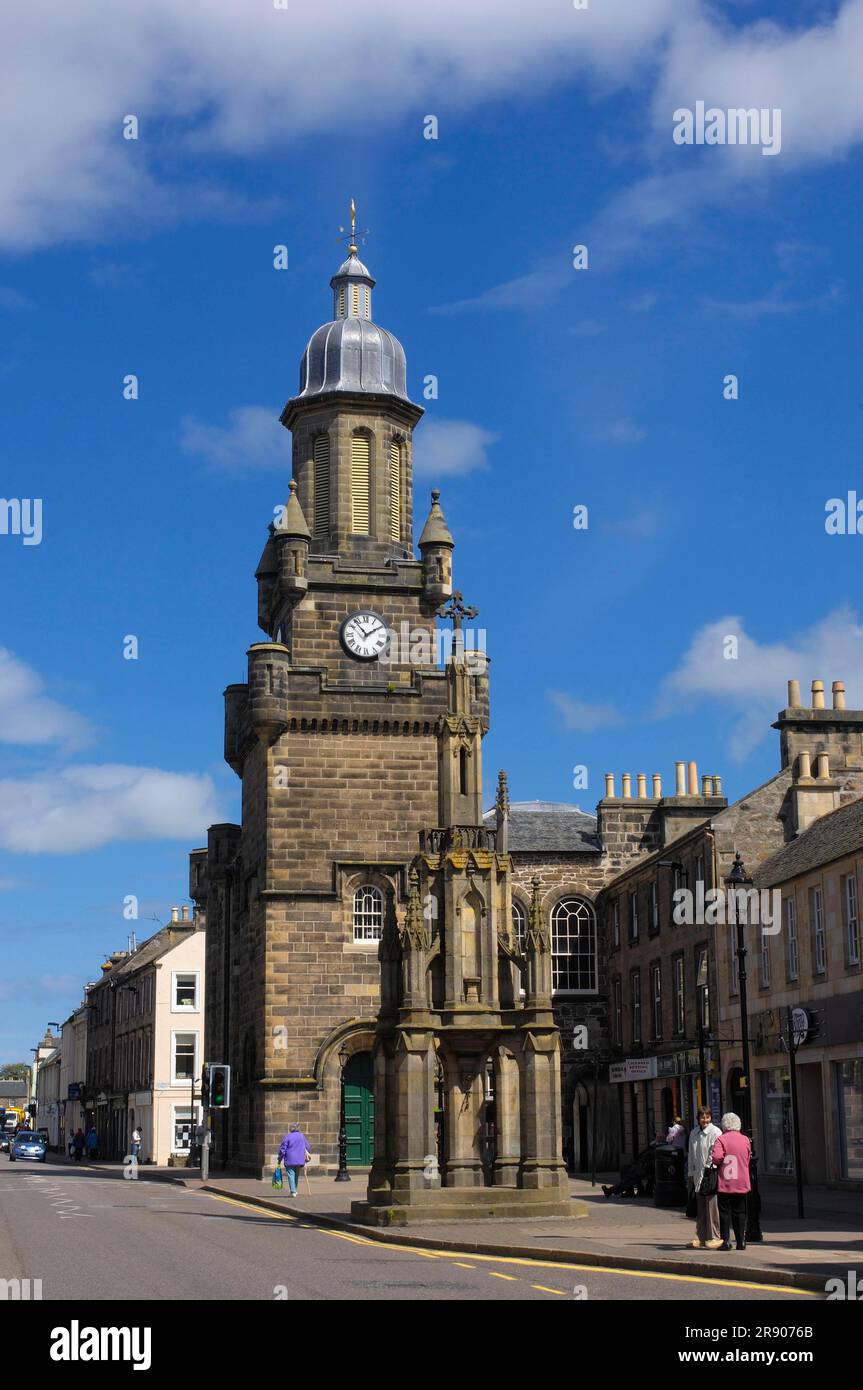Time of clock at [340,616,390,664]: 1:53
